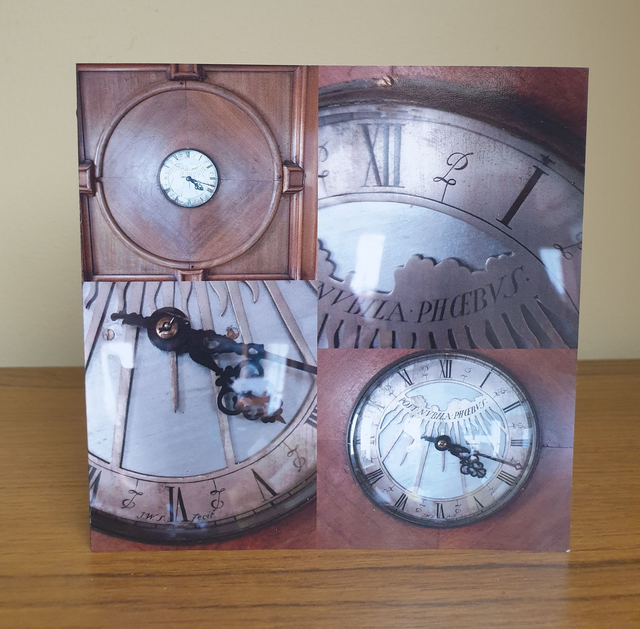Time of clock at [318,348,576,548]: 4:18
